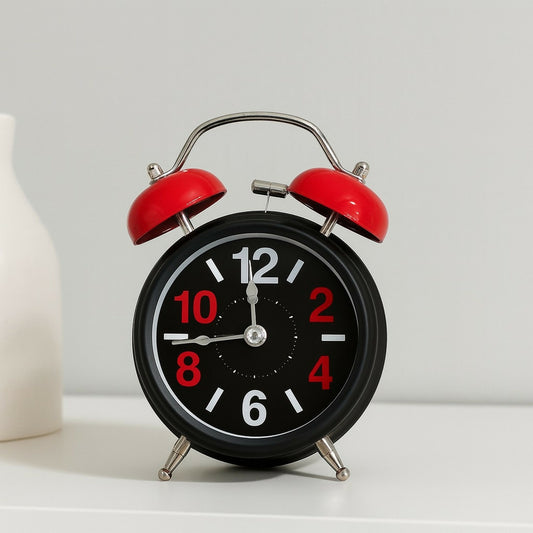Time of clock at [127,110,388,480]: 11:44
